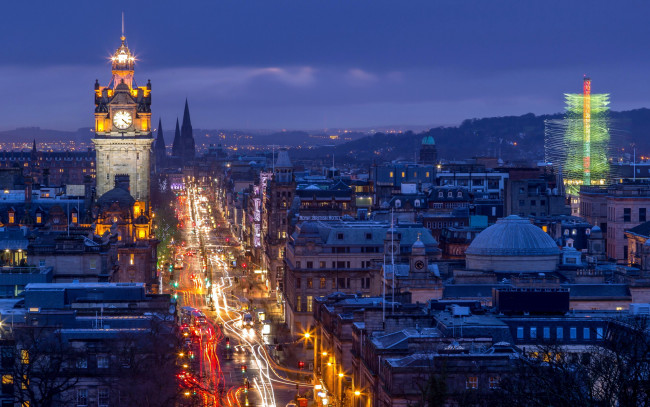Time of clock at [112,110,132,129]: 4:22
